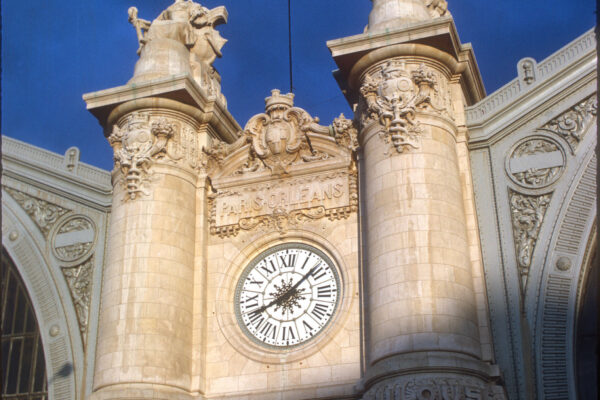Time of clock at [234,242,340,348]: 8:08
